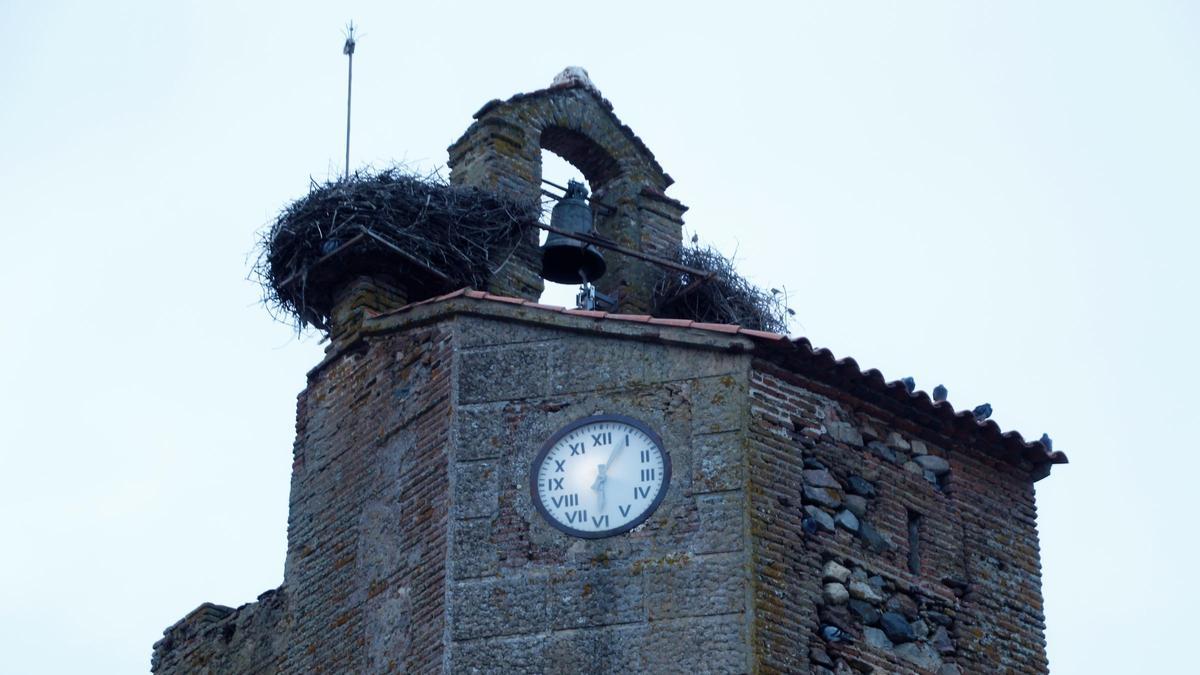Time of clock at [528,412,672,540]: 6:04
